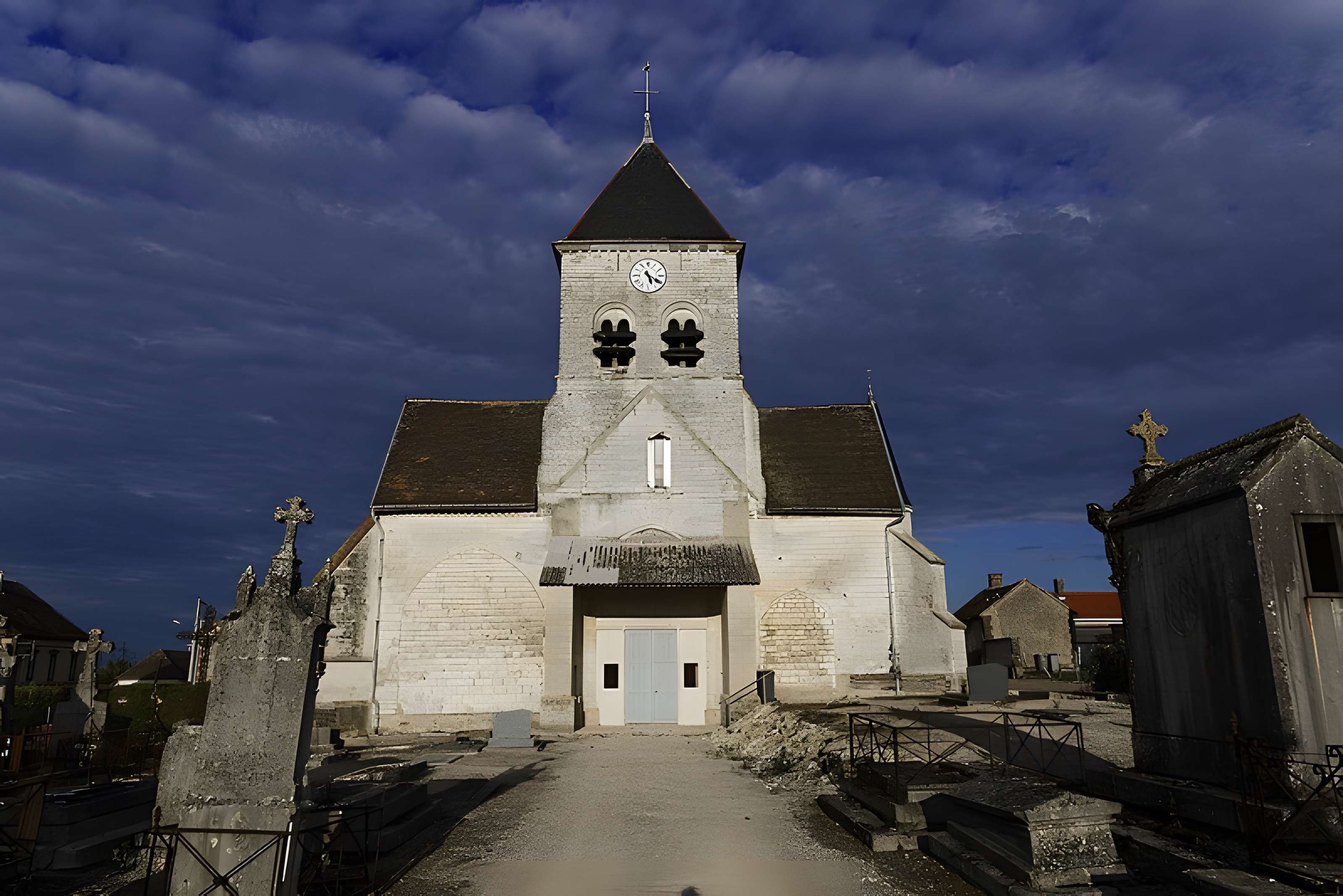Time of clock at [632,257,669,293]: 5:20
